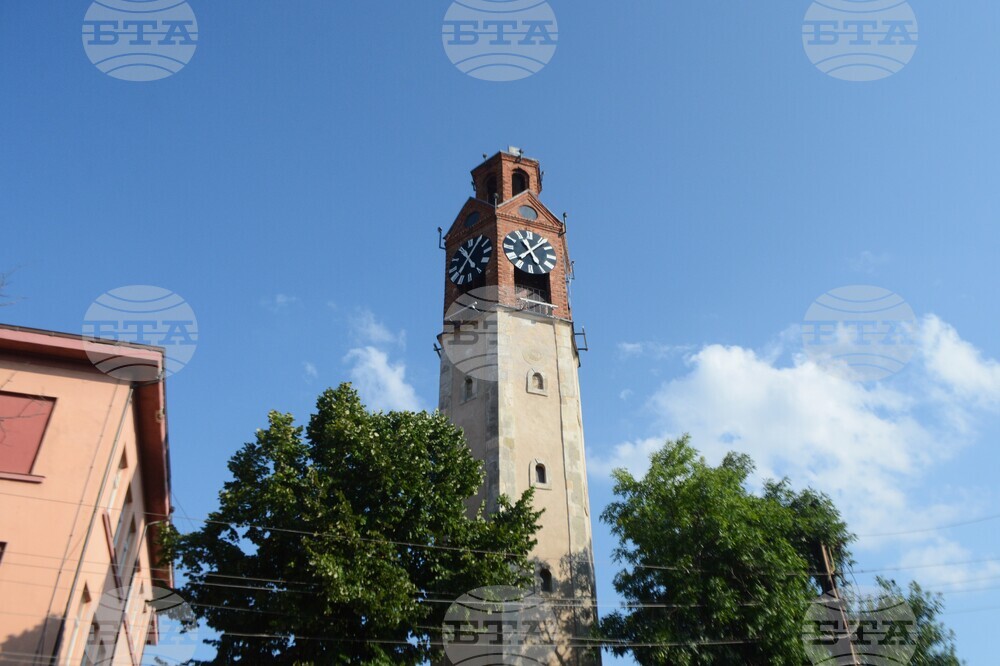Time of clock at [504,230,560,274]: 11:07
